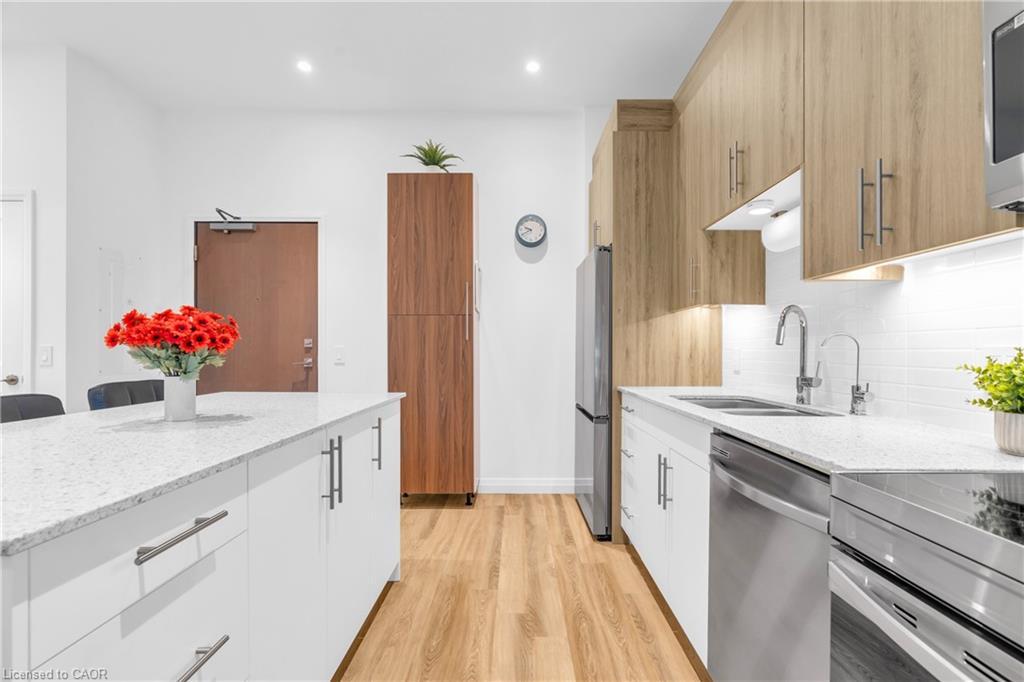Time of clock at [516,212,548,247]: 9:40
